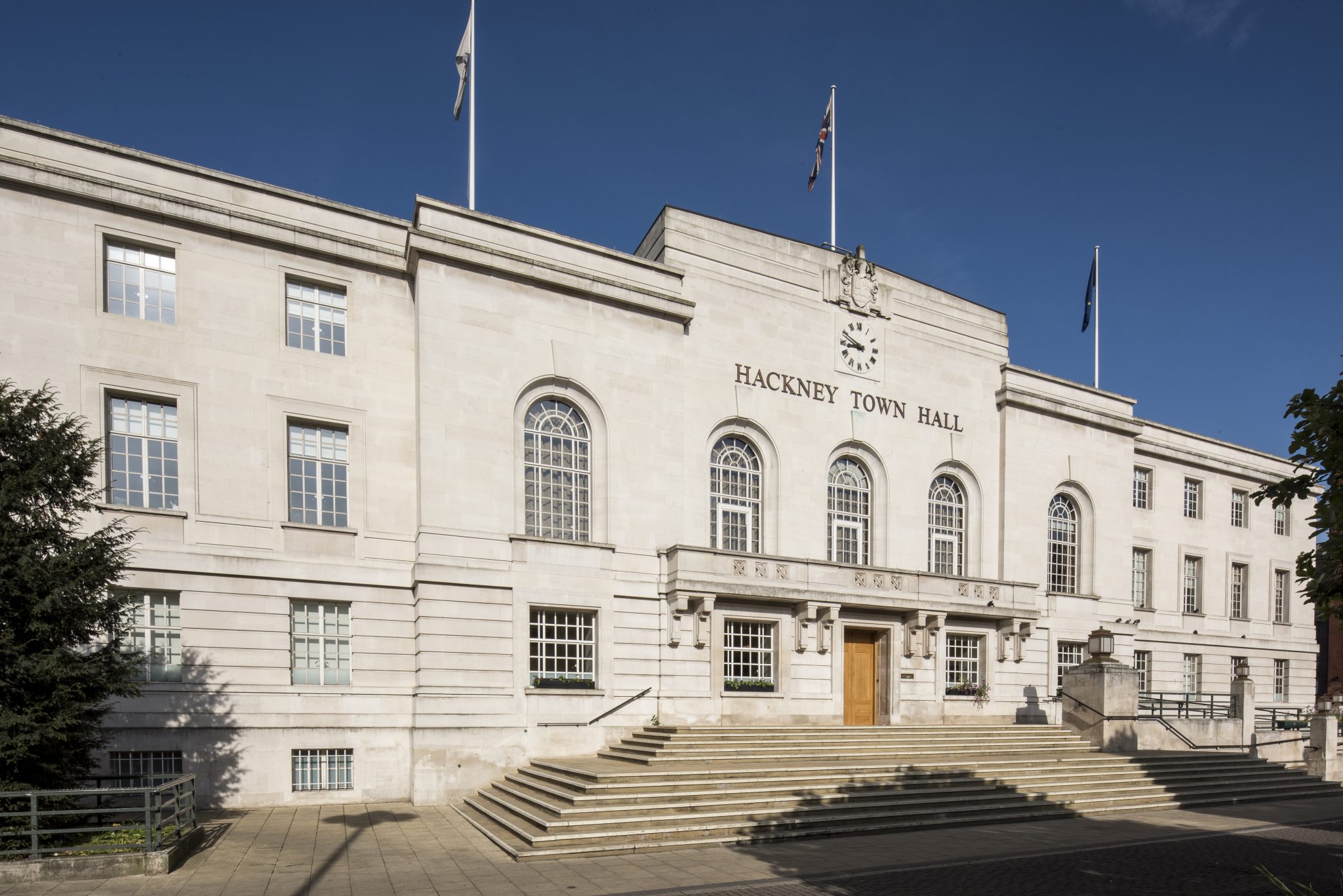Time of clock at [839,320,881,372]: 8:49
